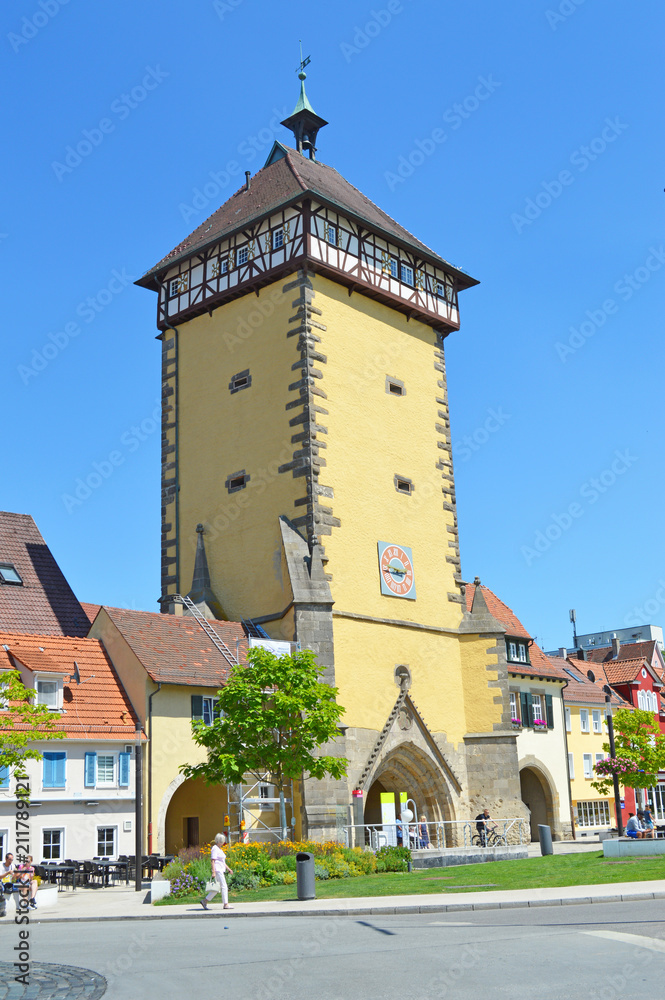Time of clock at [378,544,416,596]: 2:46
